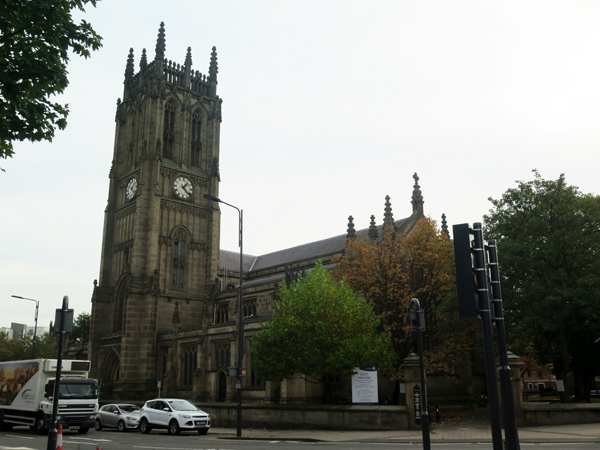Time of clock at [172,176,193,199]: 1:22
